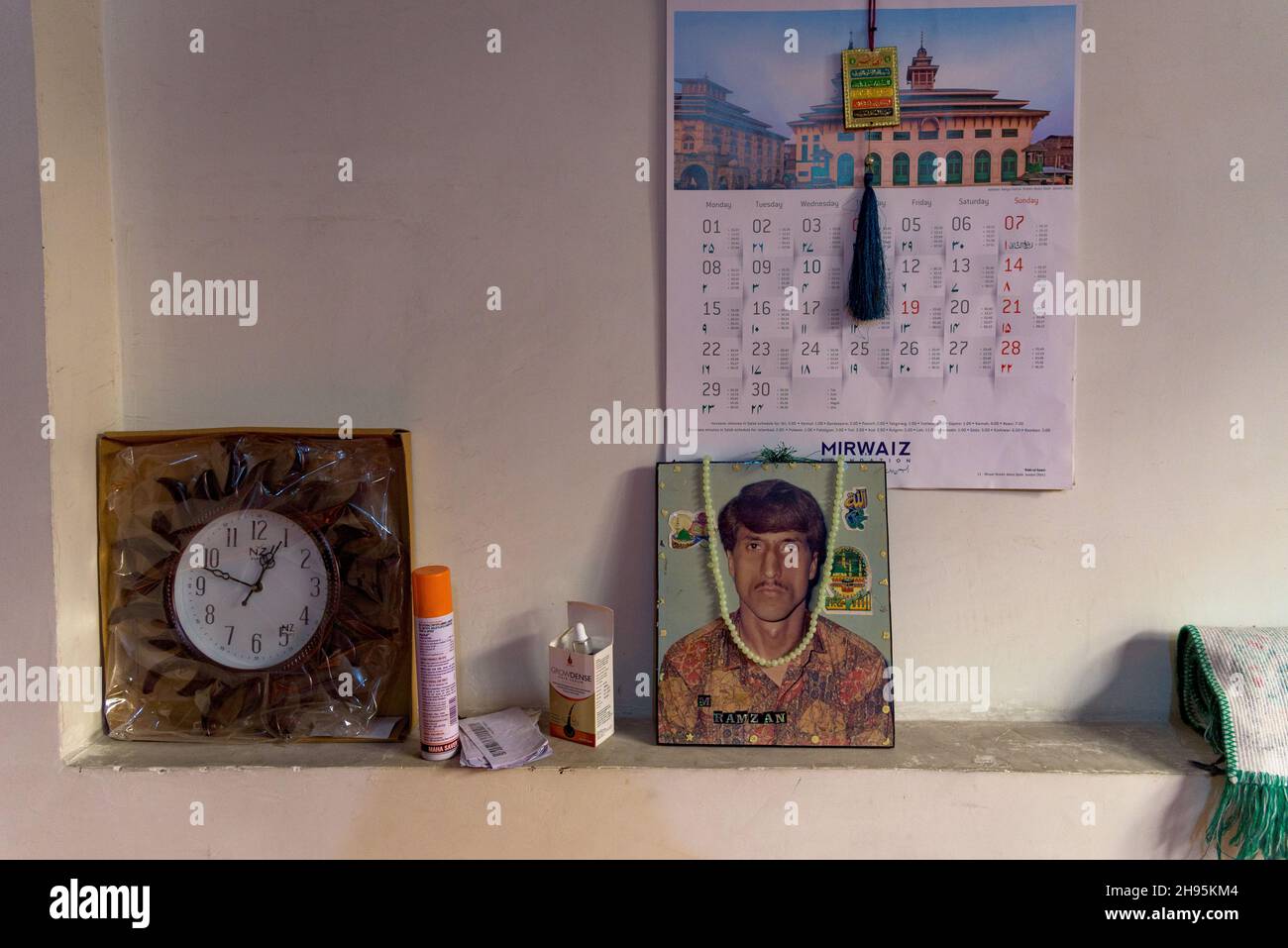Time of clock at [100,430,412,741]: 12:48
